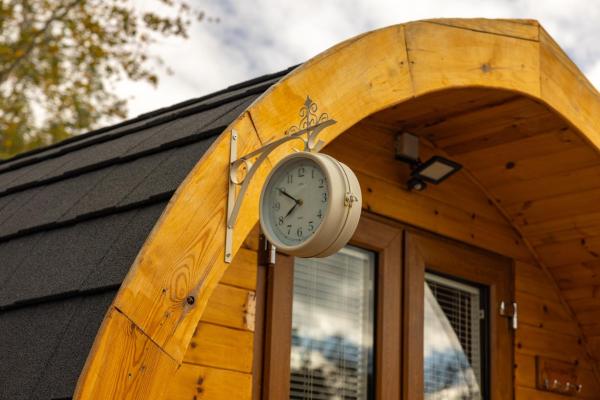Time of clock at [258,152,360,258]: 7:50
